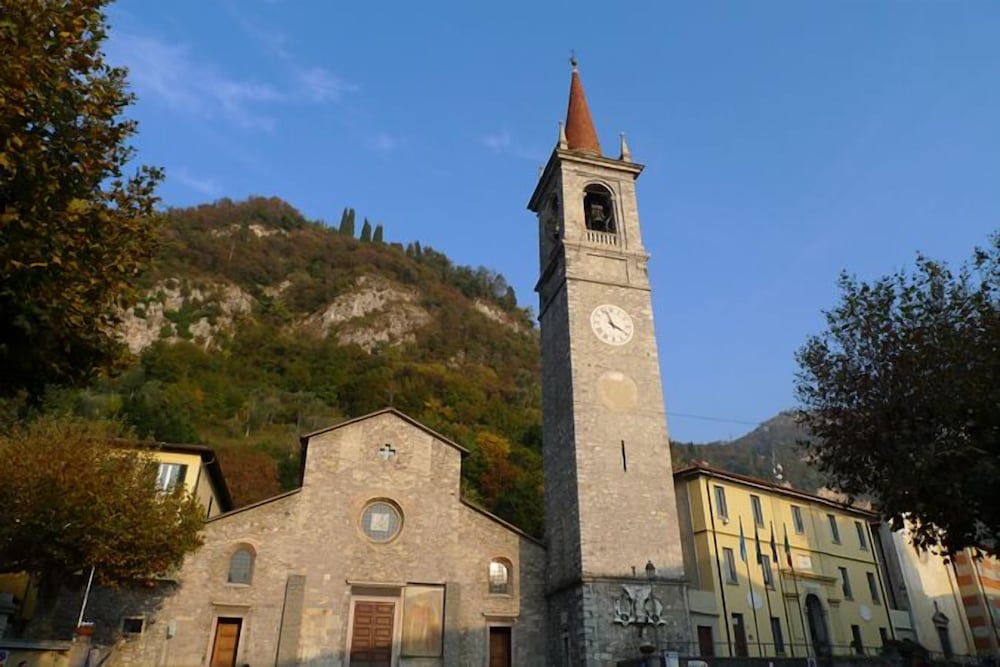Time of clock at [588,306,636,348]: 3:57
